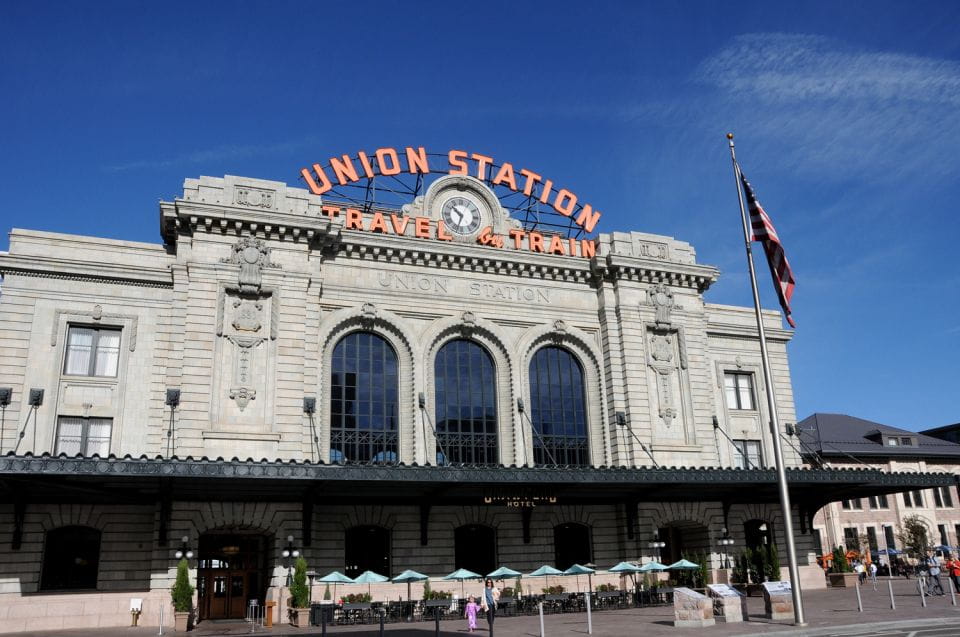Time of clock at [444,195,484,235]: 10:33
